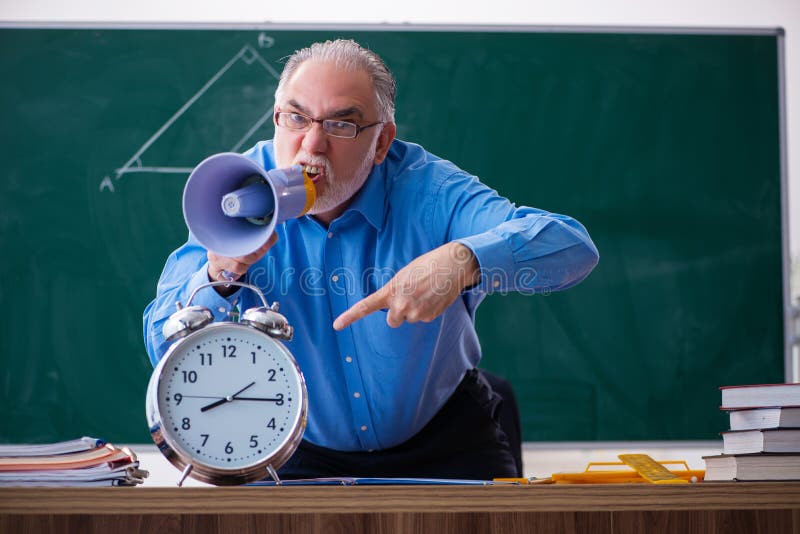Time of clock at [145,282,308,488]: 8:15
